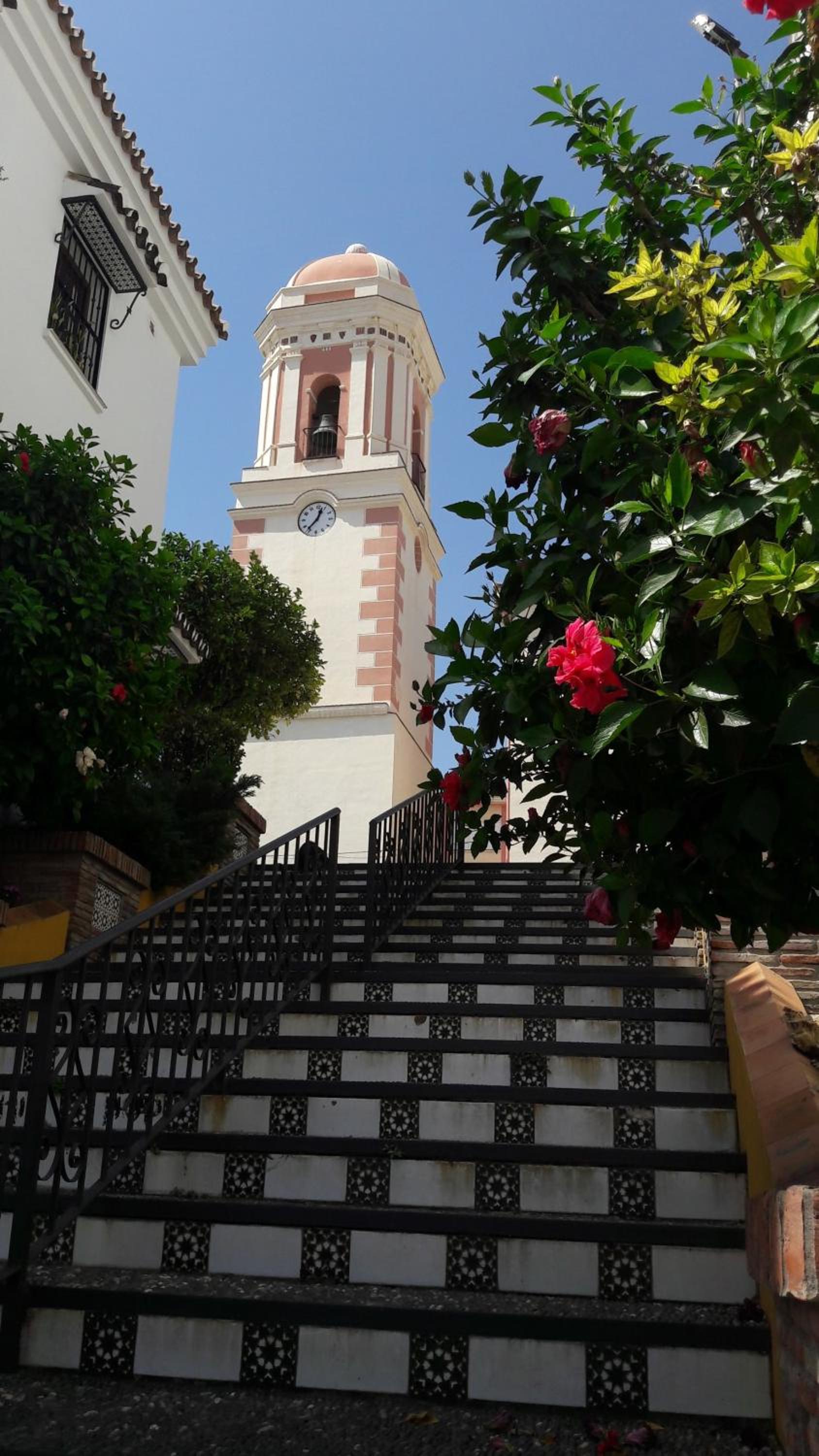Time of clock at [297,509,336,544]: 12:36
